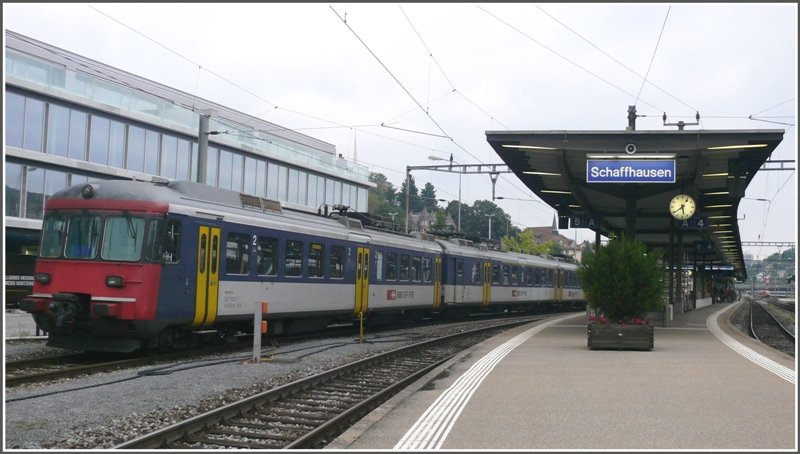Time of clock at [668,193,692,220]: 5:38
